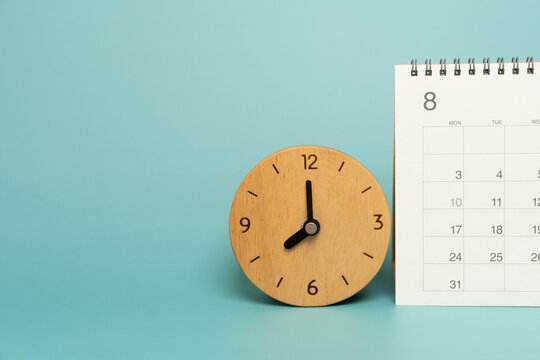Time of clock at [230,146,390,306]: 7:59
